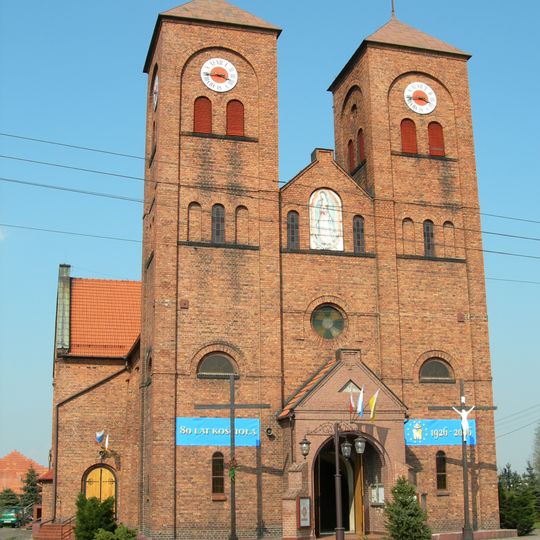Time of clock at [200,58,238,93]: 3:43
